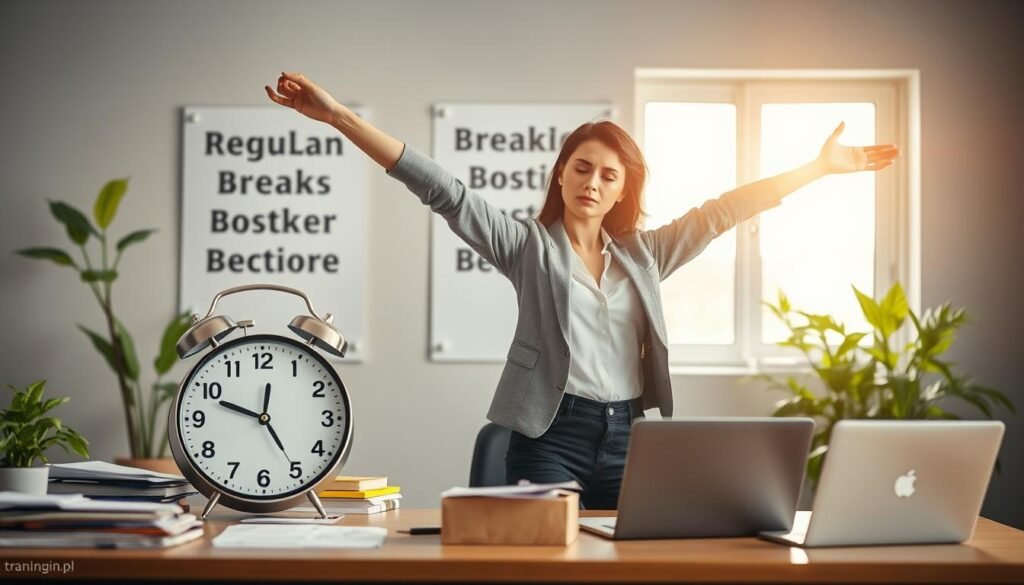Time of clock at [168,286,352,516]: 4:48
